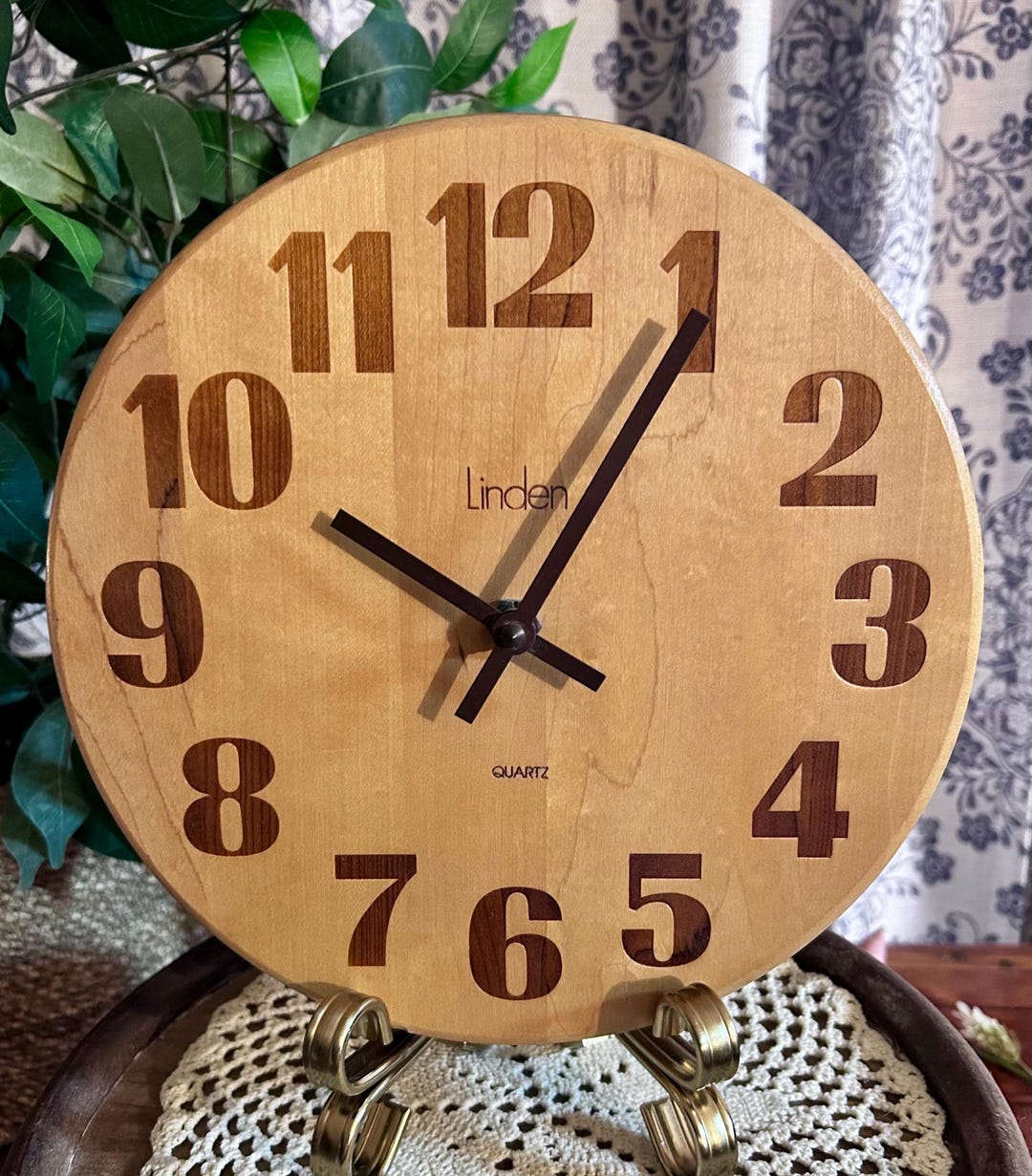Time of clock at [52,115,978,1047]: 10:05
